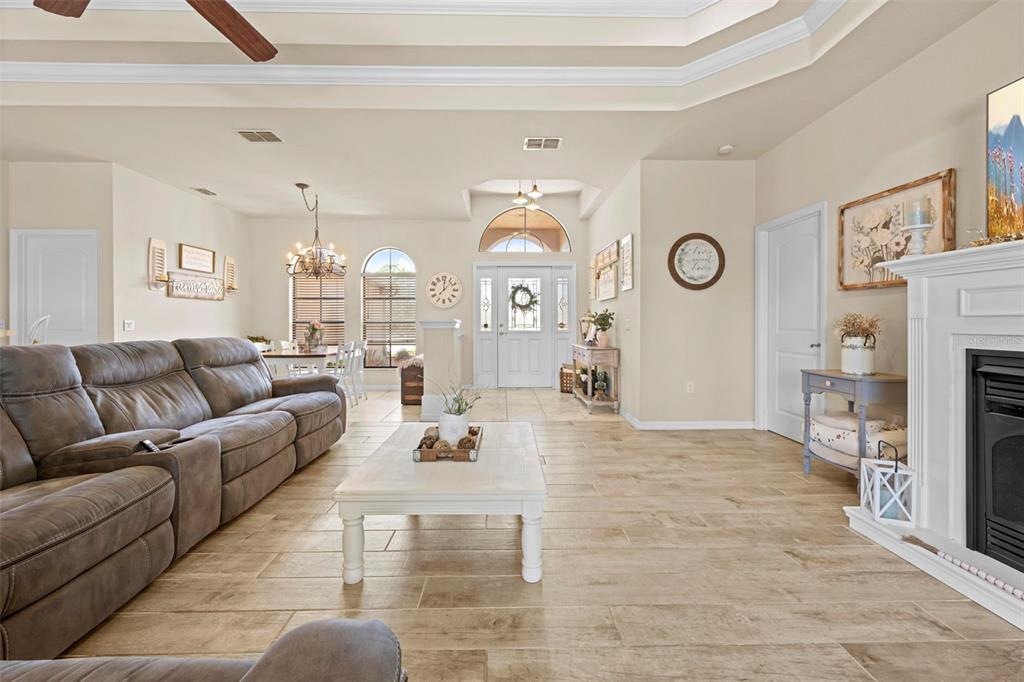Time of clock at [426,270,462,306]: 12:07
